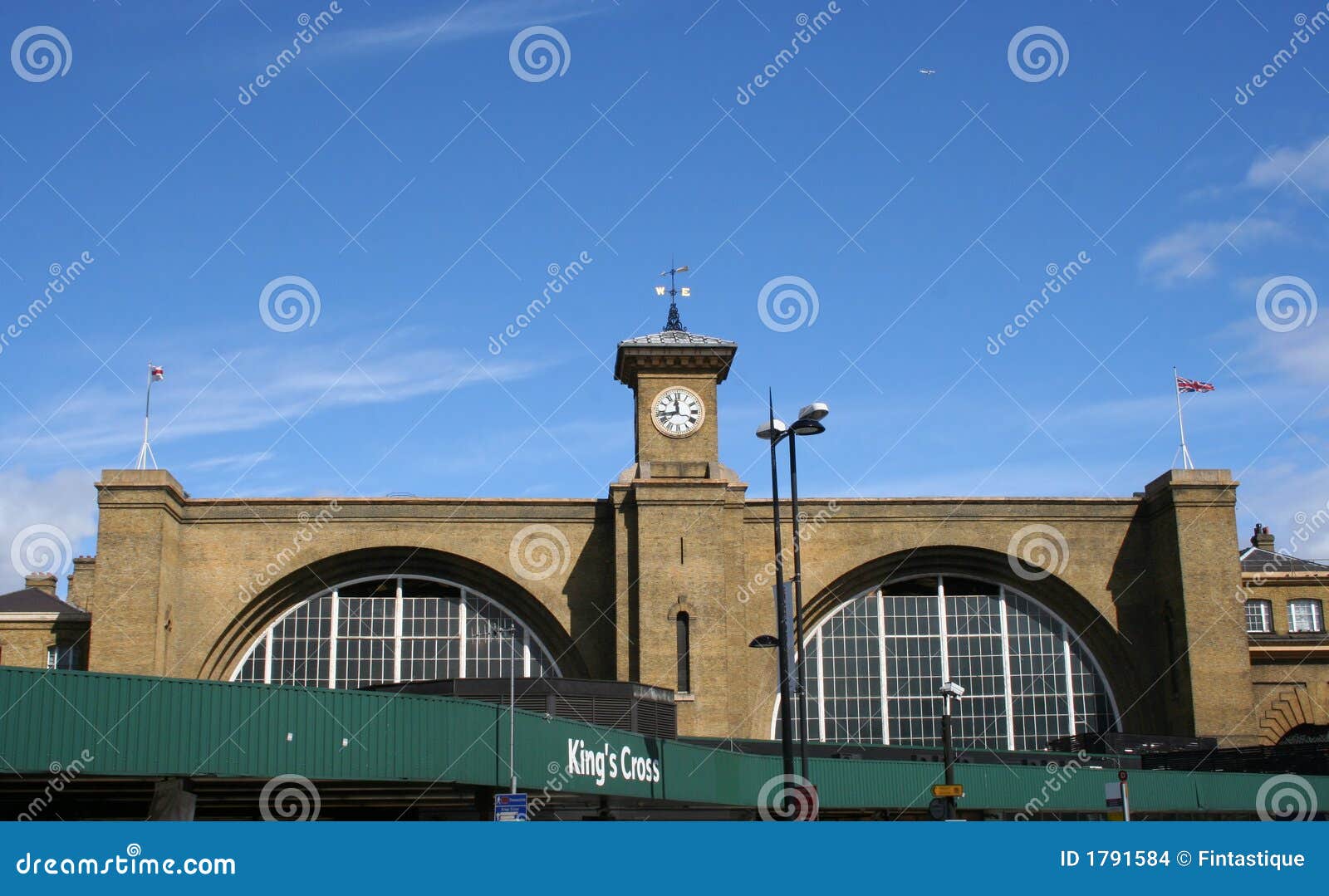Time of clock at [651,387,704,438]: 11:43
